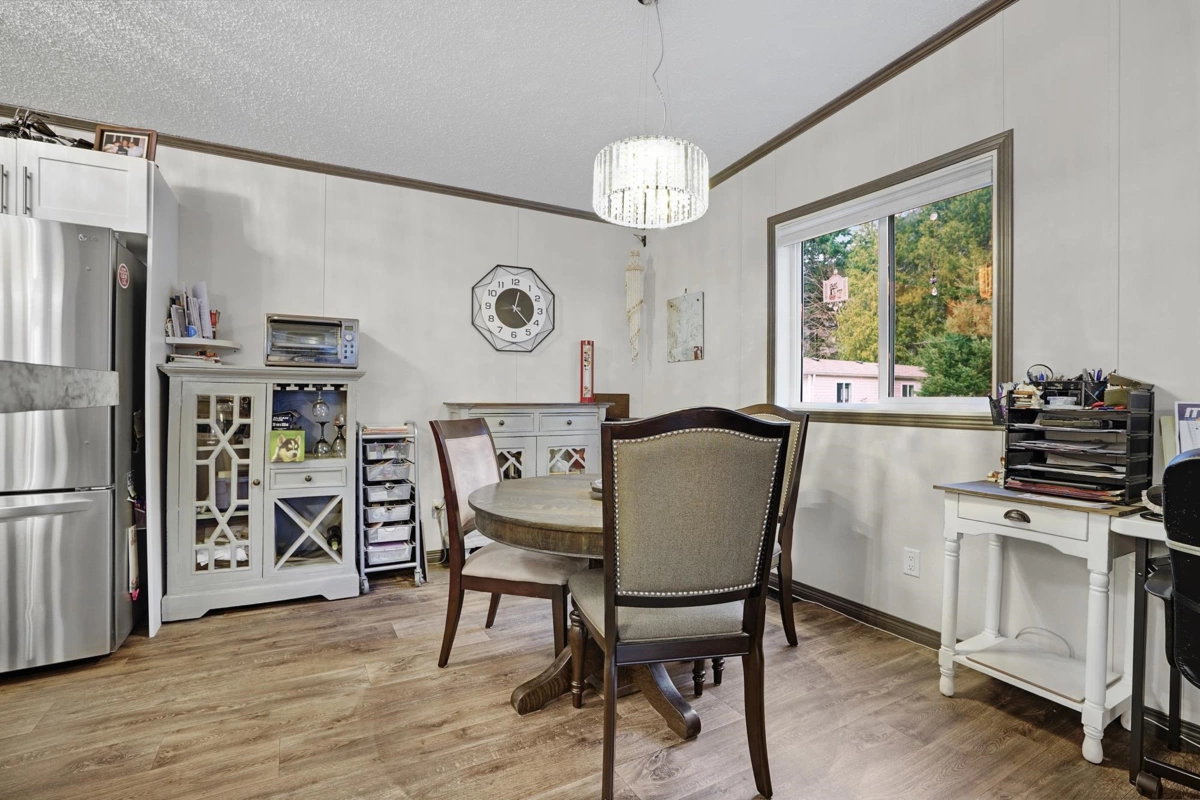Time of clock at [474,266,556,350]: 12:23
